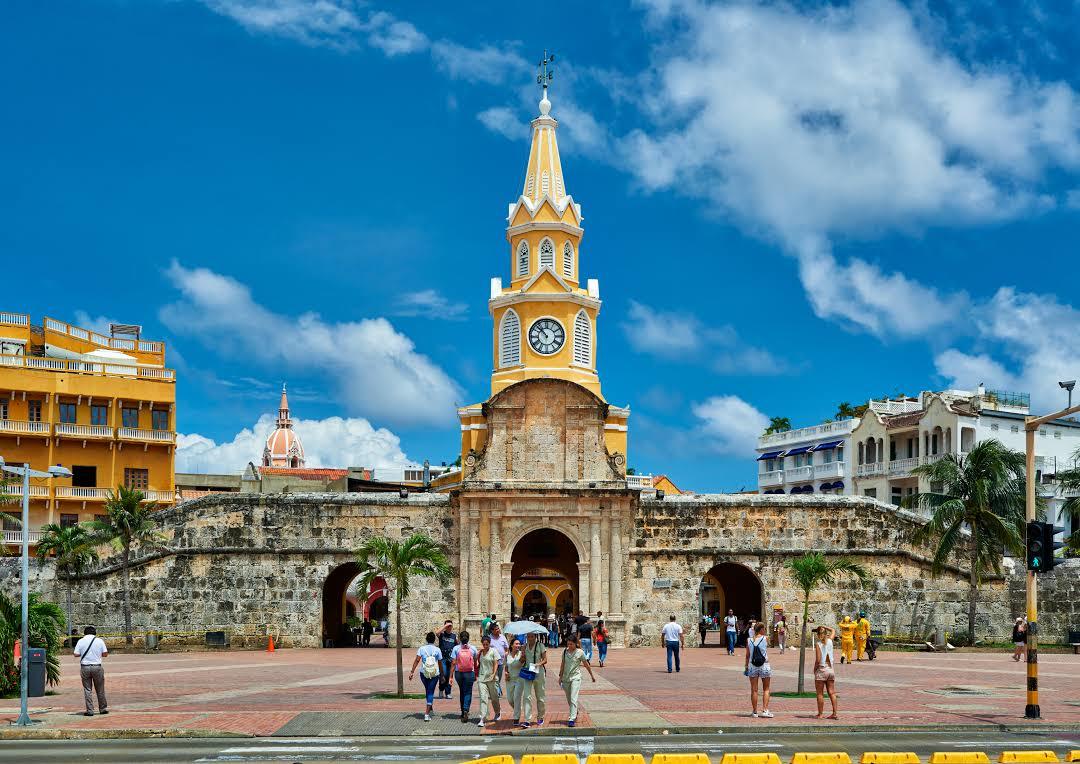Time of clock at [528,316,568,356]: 10:52
